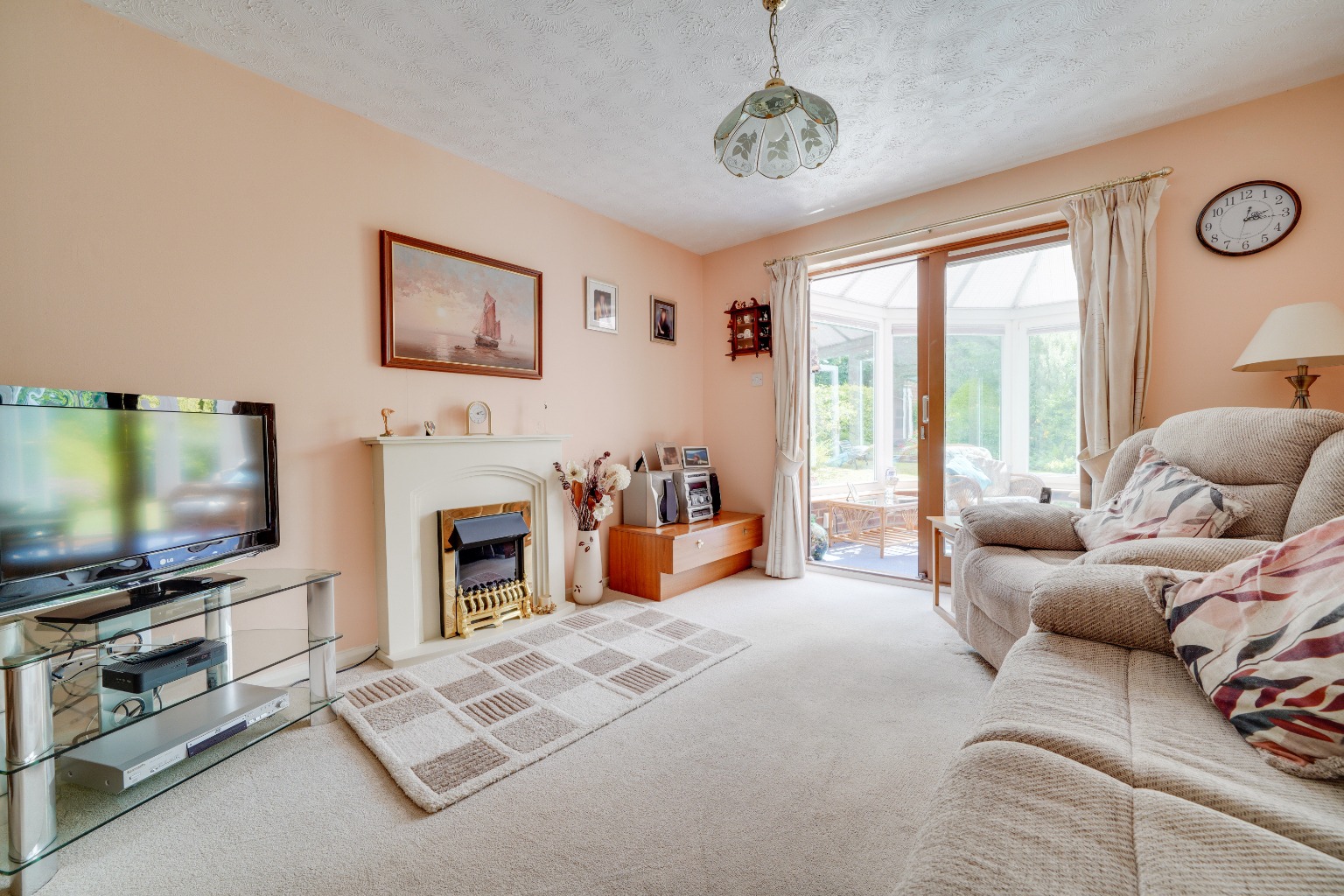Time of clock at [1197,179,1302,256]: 2:15
